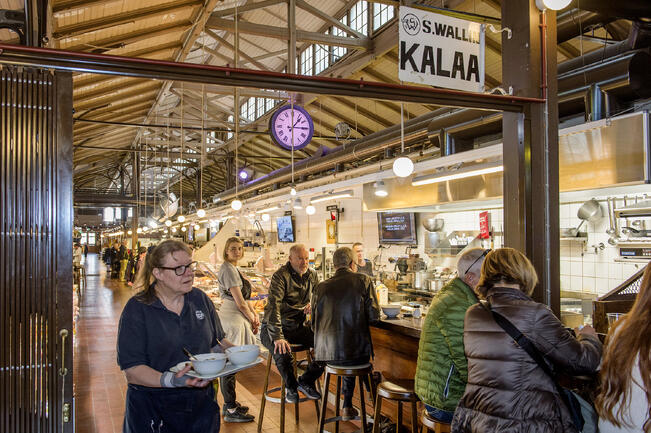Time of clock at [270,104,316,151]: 1:14
